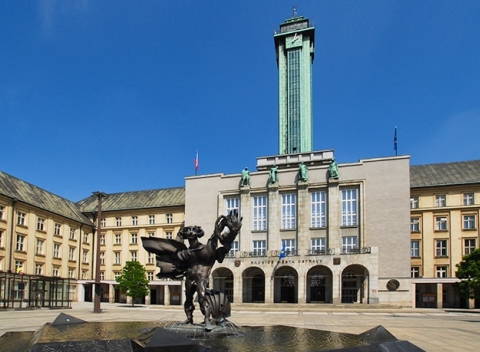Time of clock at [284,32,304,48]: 7:08
